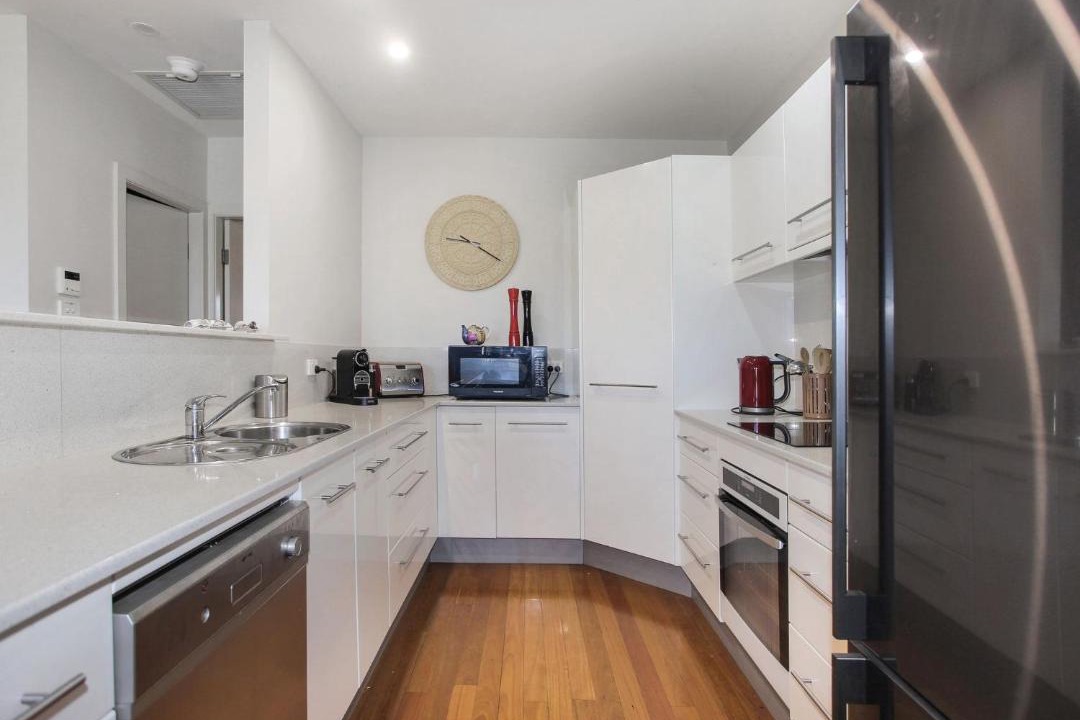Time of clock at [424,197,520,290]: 9:20
